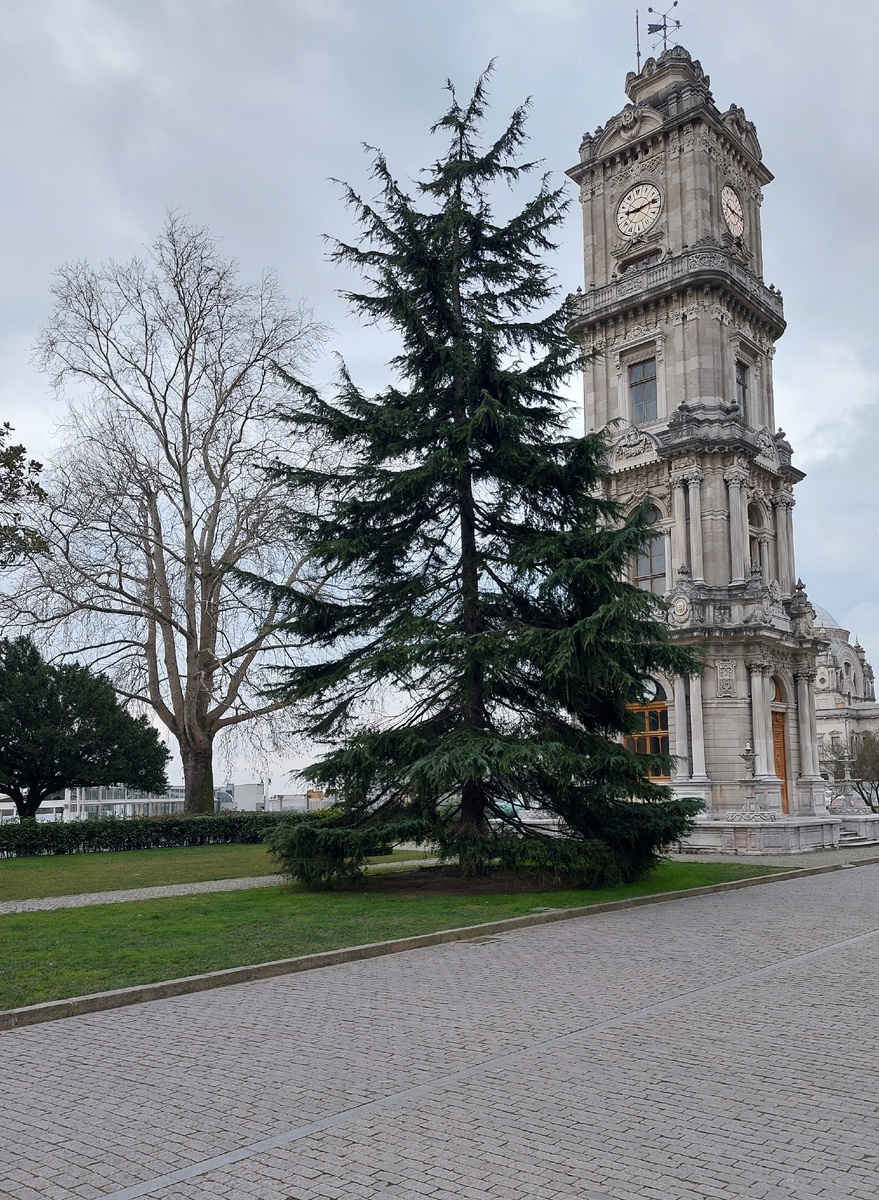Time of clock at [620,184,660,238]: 9:13
